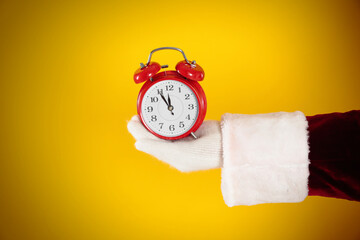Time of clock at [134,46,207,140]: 11:54
